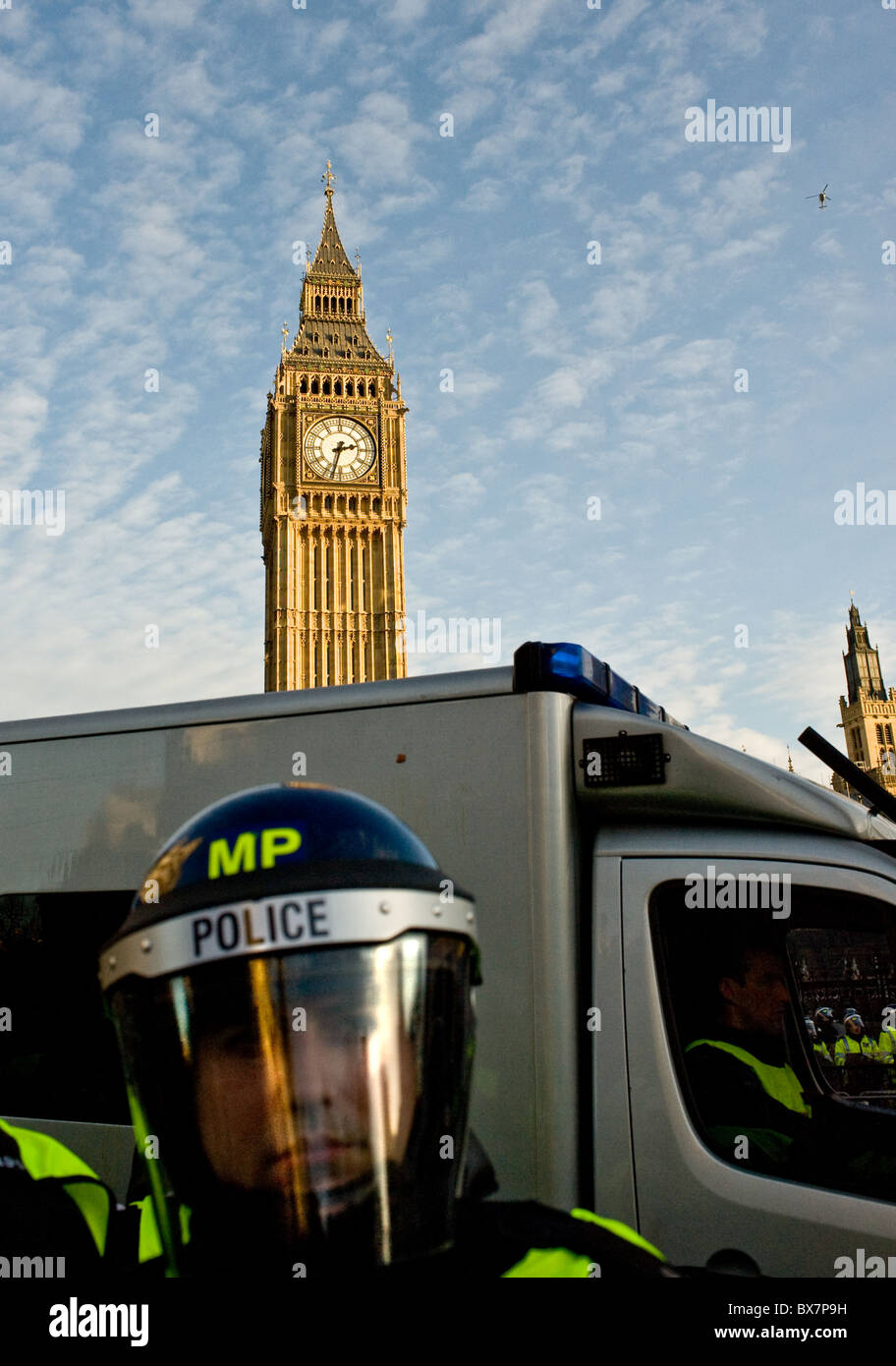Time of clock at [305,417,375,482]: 2:32
